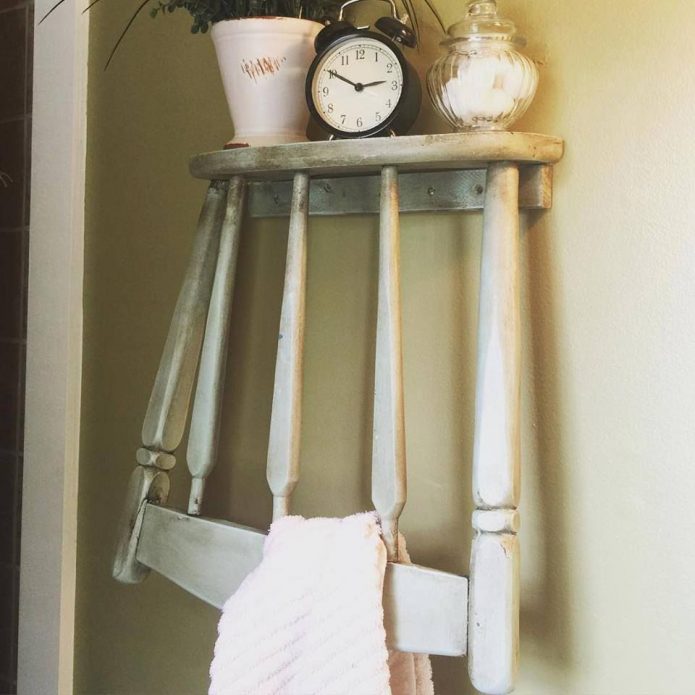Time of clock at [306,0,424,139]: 2:50
